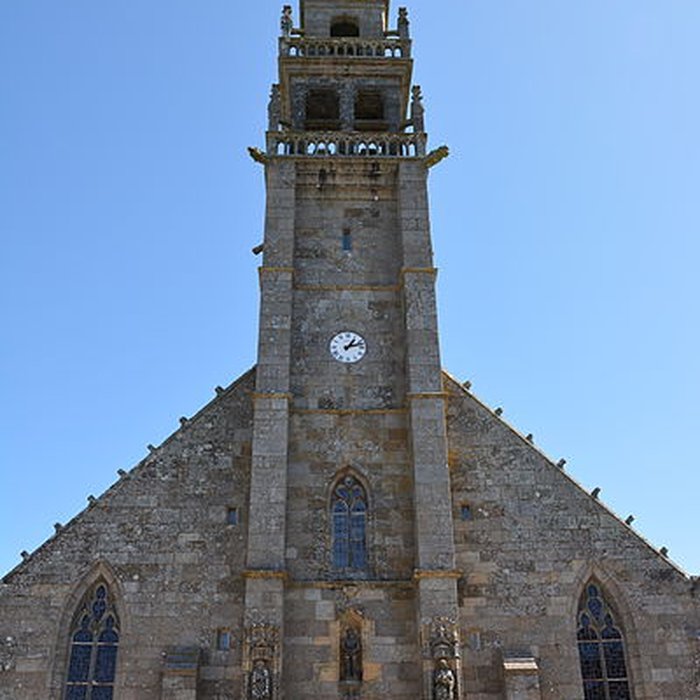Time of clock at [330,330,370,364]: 1:12
